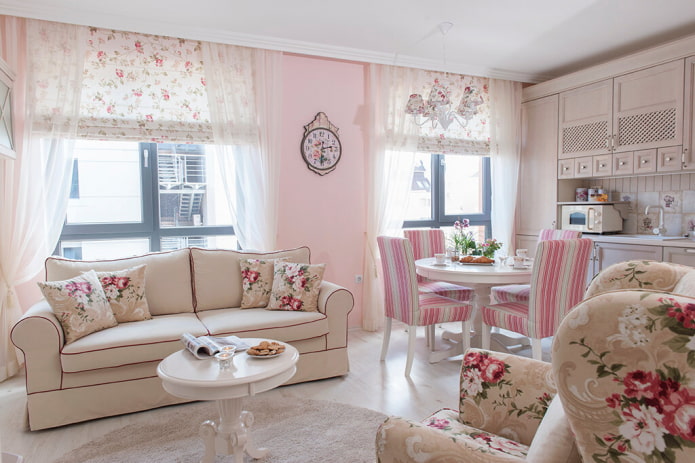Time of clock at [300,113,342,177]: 6:13
